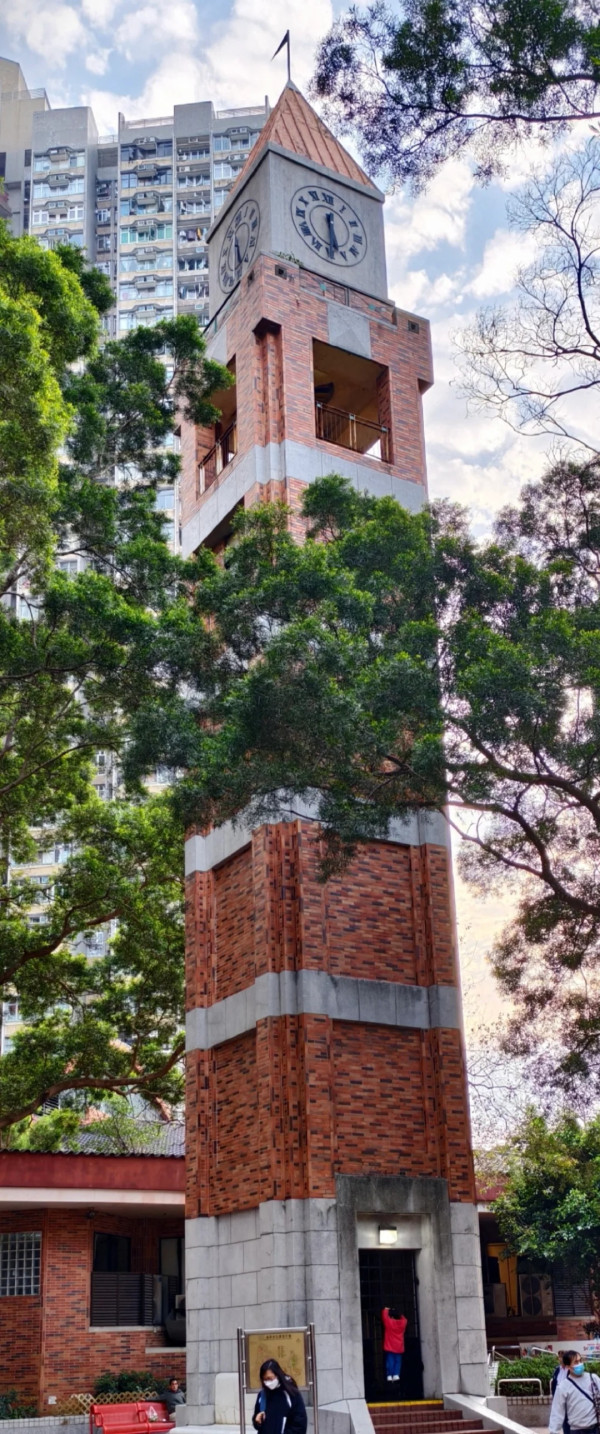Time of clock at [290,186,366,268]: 5:30
